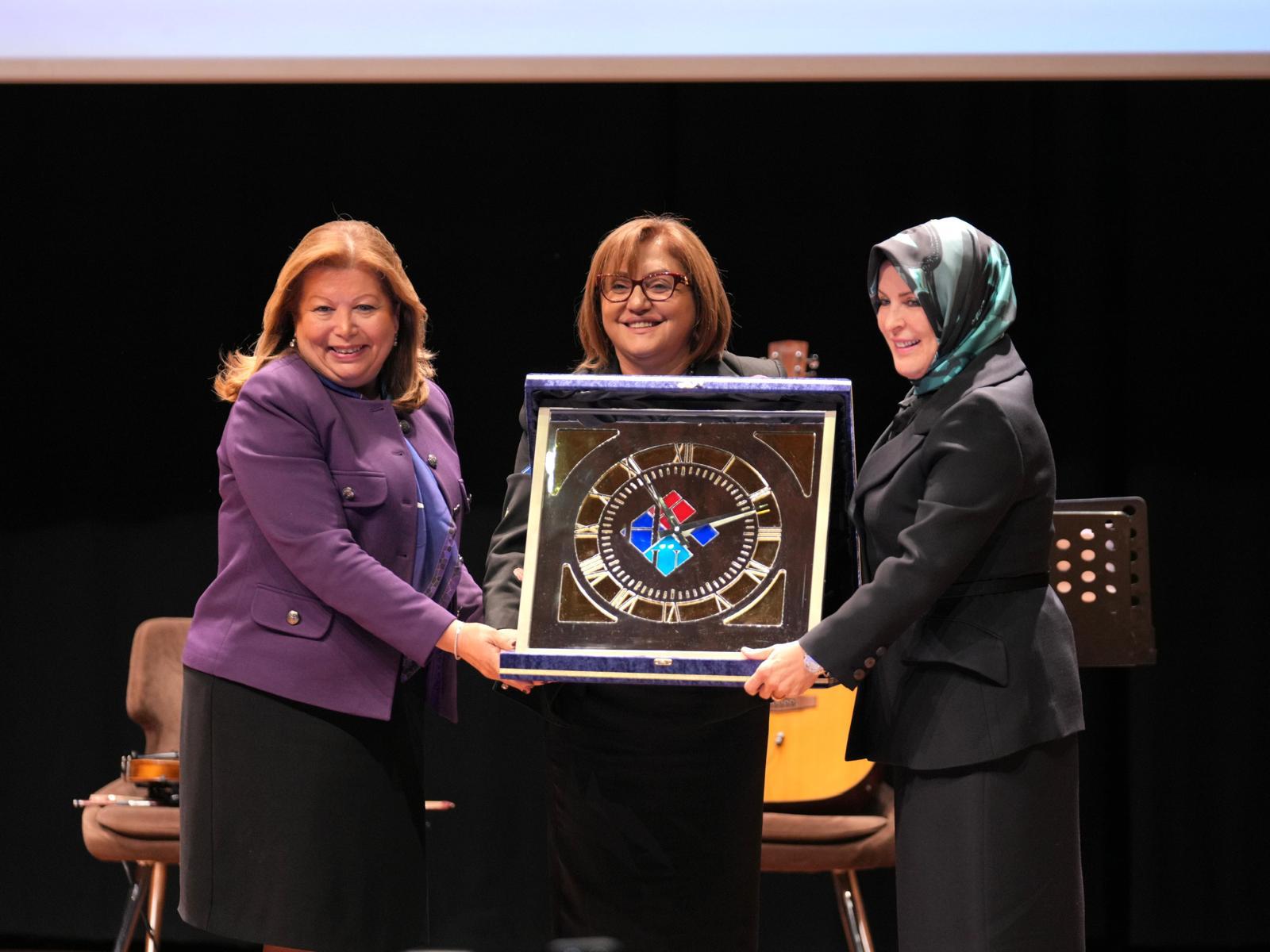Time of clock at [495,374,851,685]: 11:11
